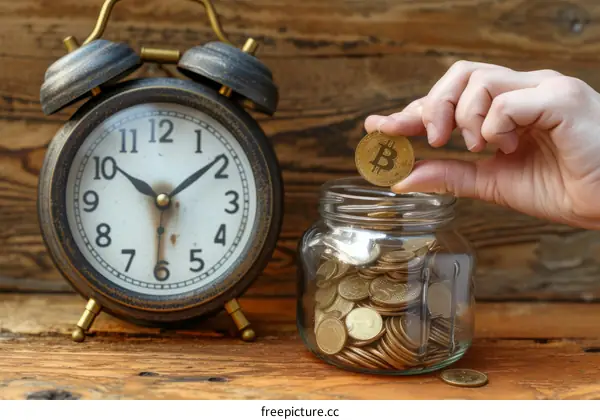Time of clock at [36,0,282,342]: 10:08
